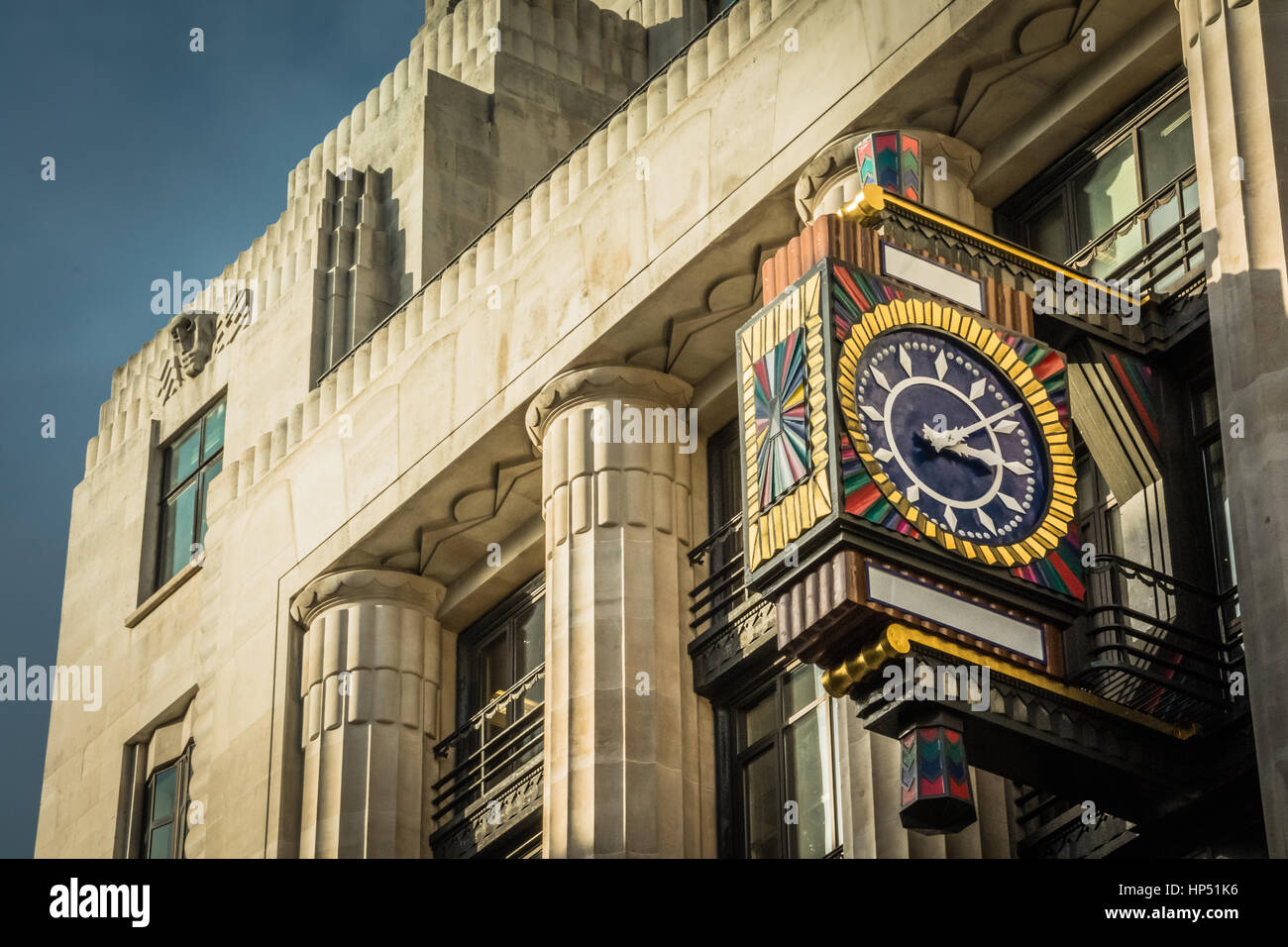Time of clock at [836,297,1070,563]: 3:09
